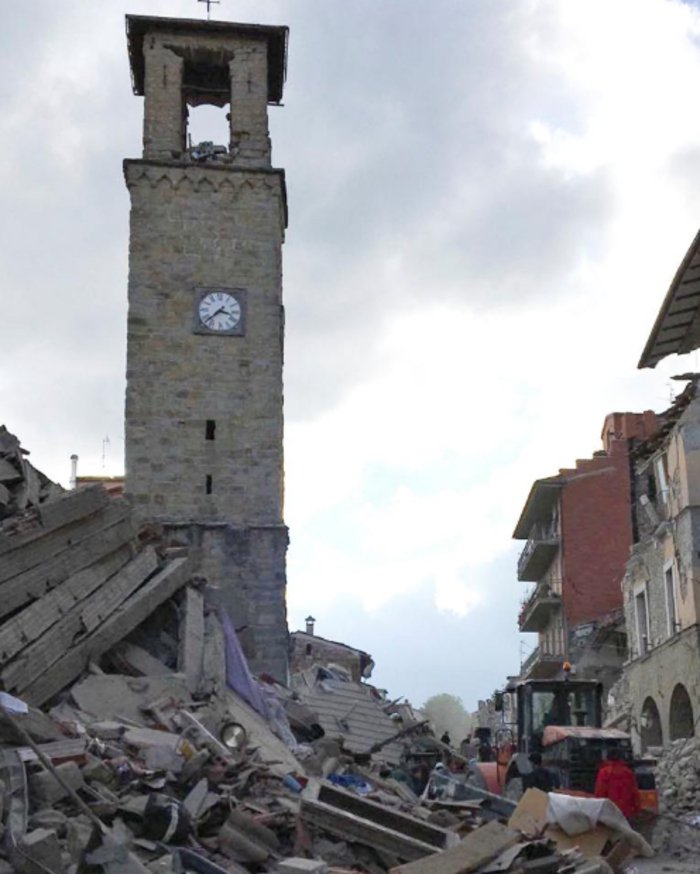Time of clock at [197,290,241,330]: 3:37
